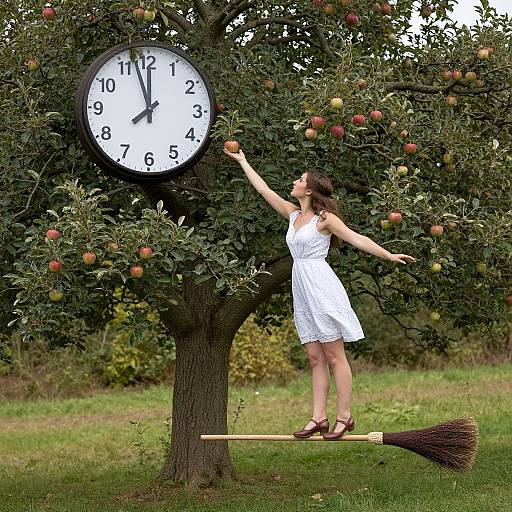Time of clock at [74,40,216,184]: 11:57
